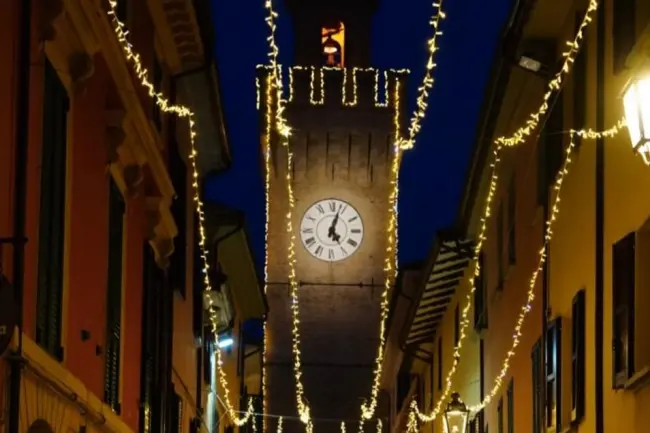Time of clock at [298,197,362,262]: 5:03
